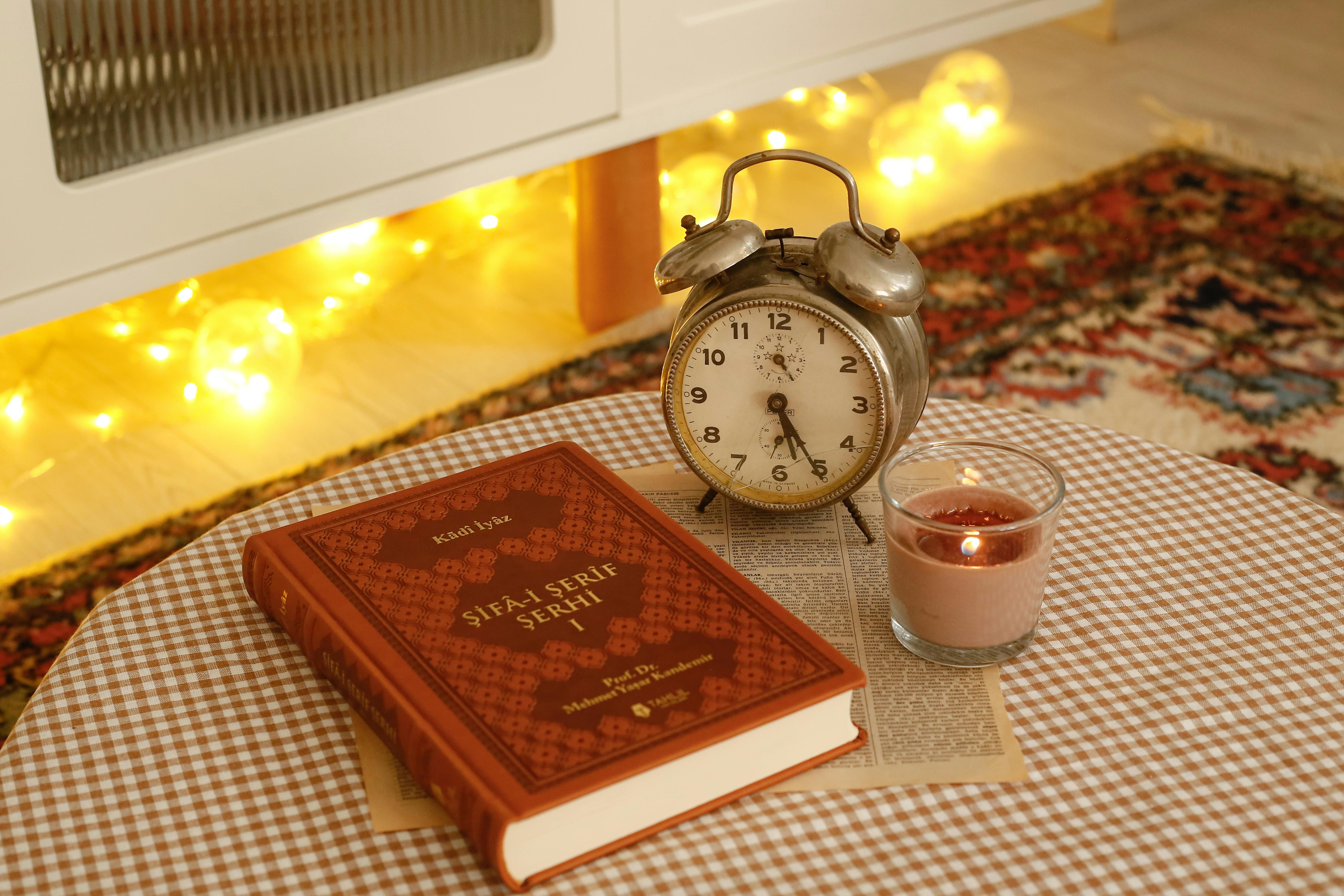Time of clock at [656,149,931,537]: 5:24
